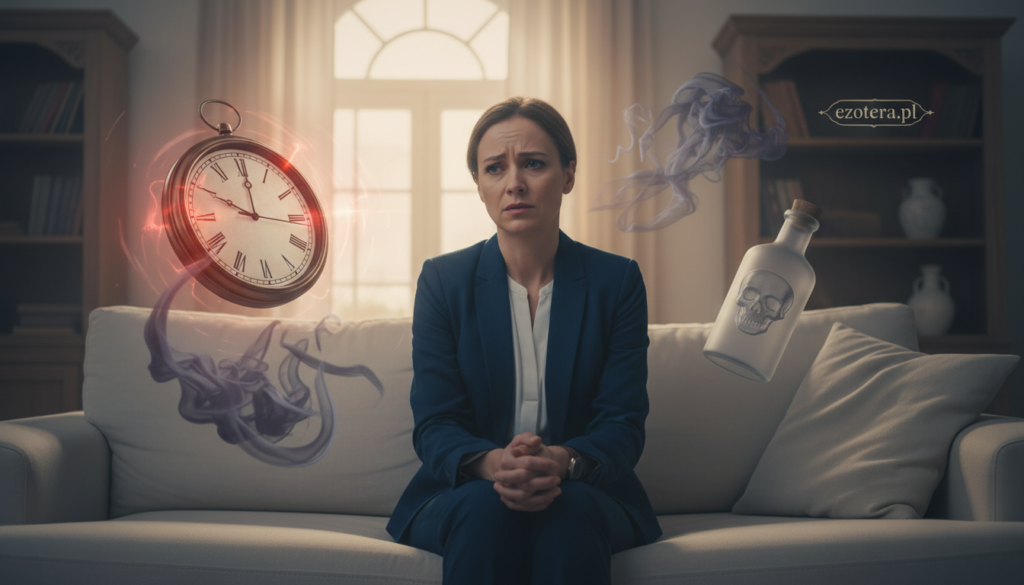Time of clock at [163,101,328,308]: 10:00
